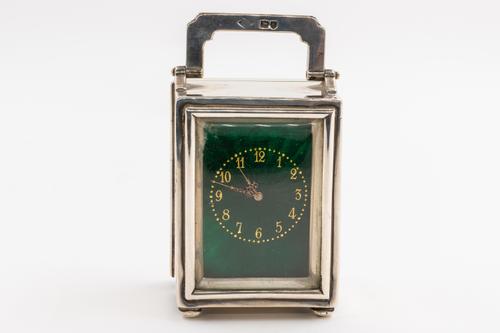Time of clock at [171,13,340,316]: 10:47
